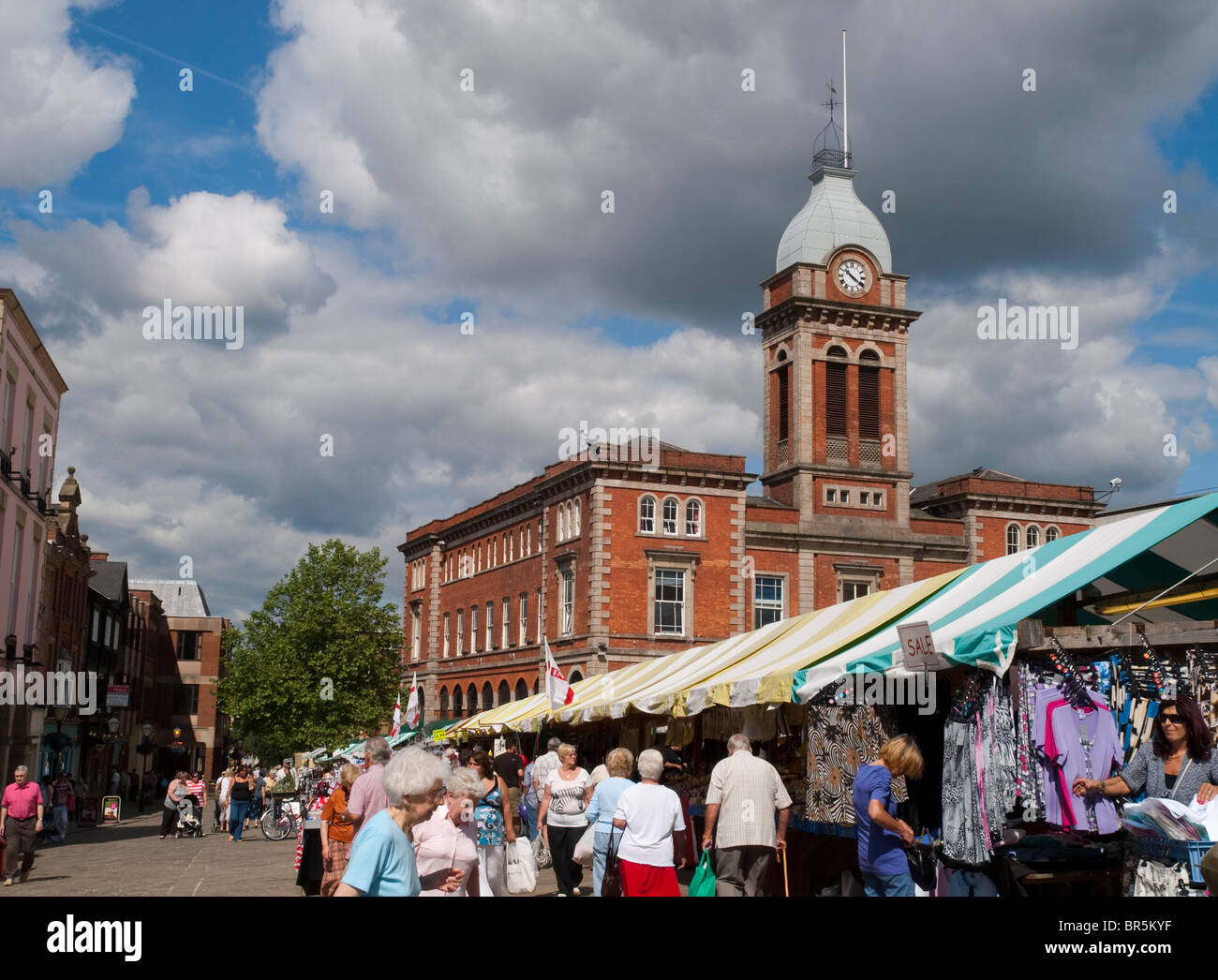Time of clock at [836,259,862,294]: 10:20
